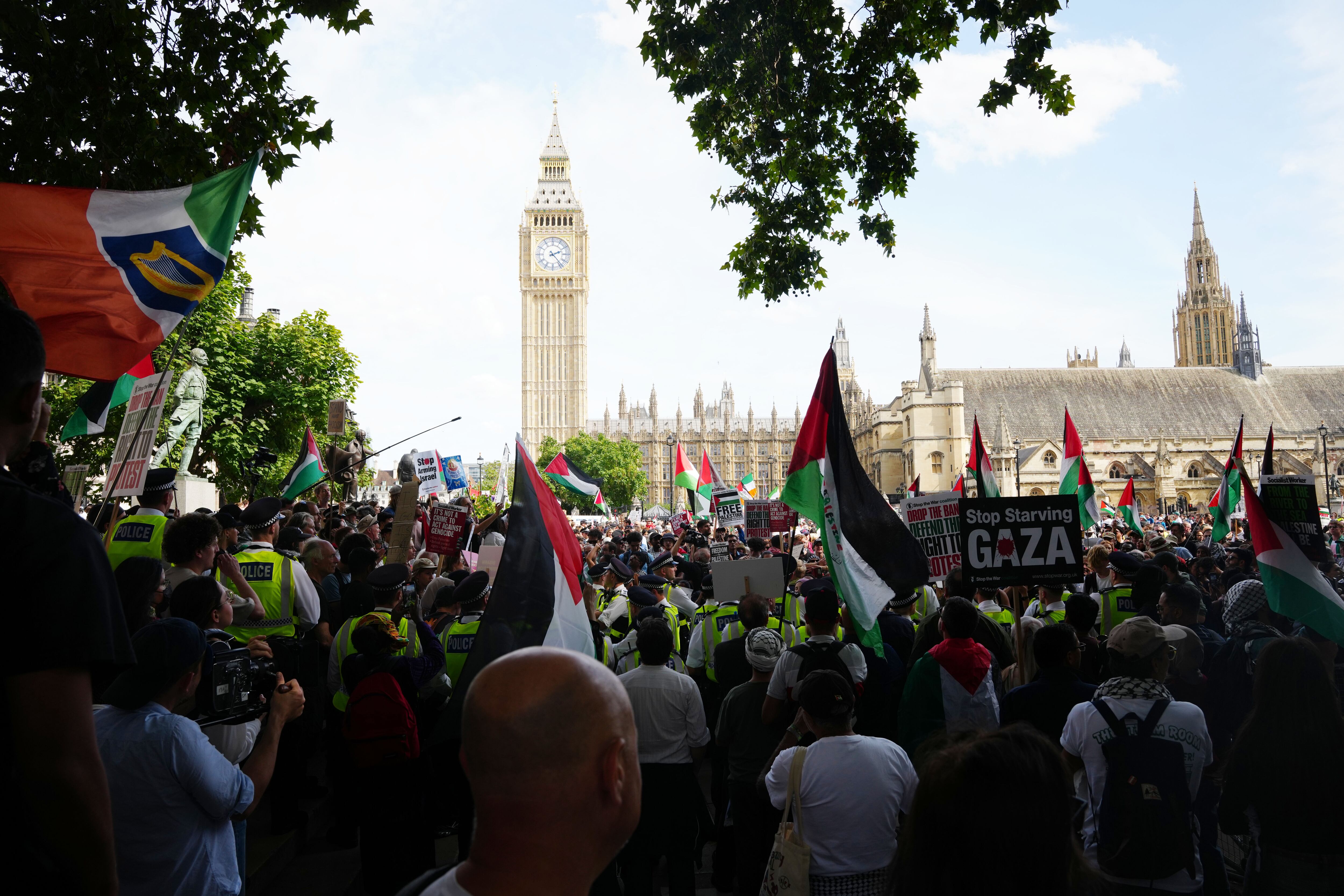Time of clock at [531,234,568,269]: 2:23
